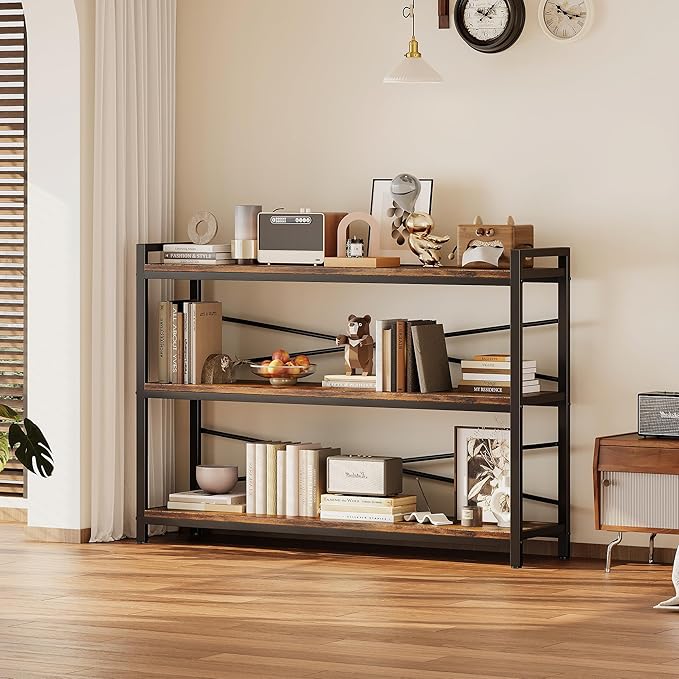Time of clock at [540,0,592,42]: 10:16
